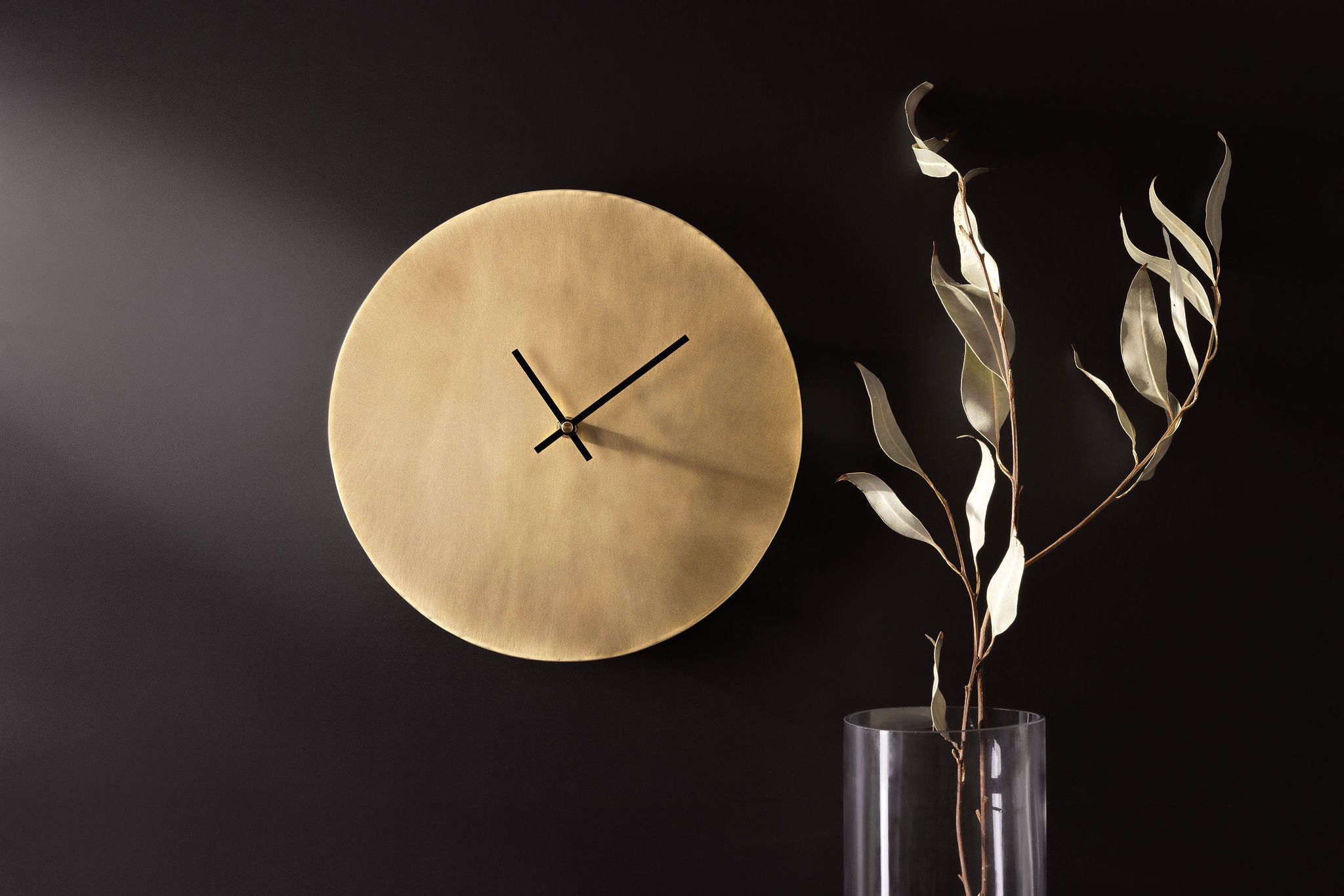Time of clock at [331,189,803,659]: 11:09
